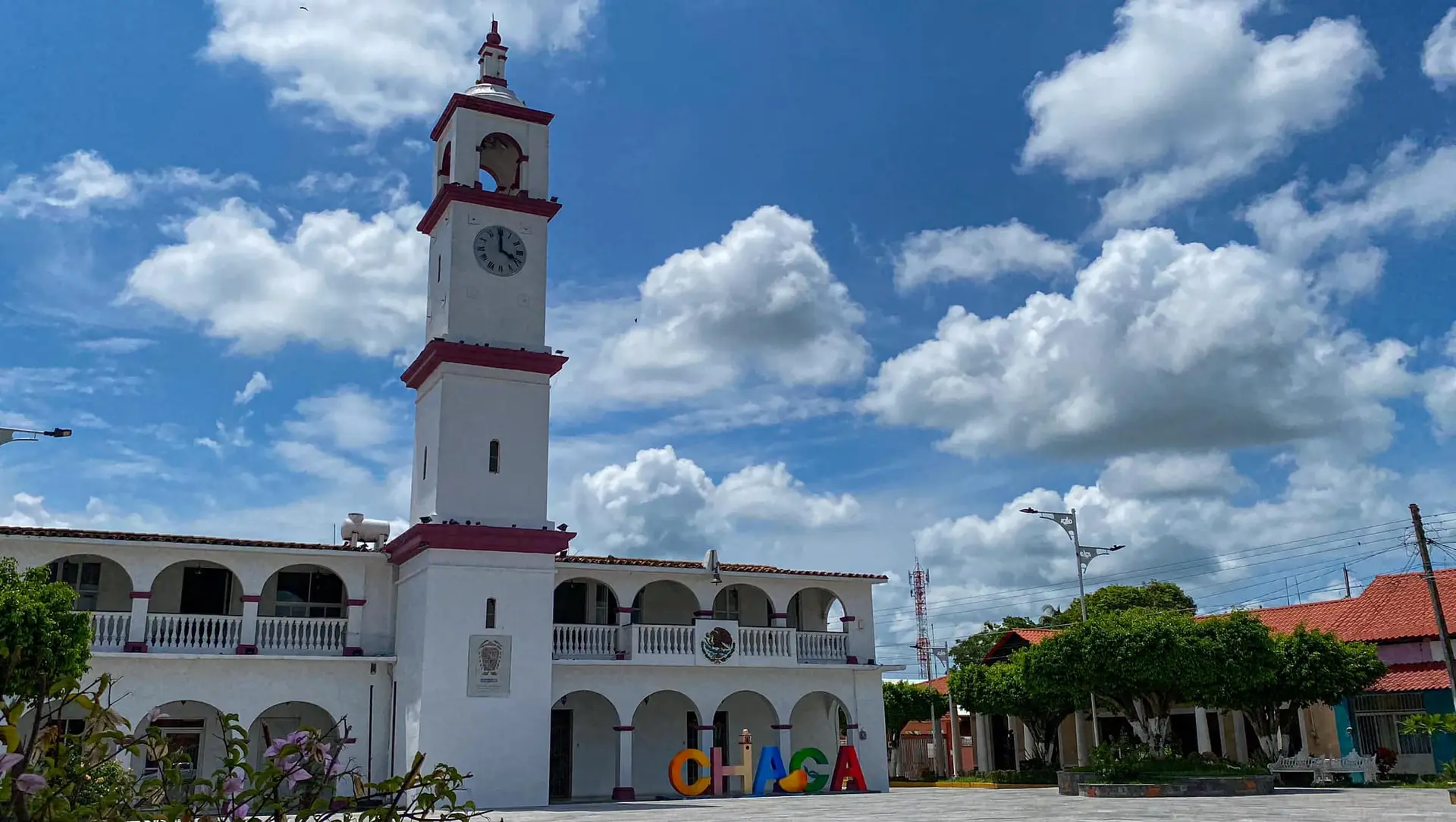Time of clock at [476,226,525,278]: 4:00
